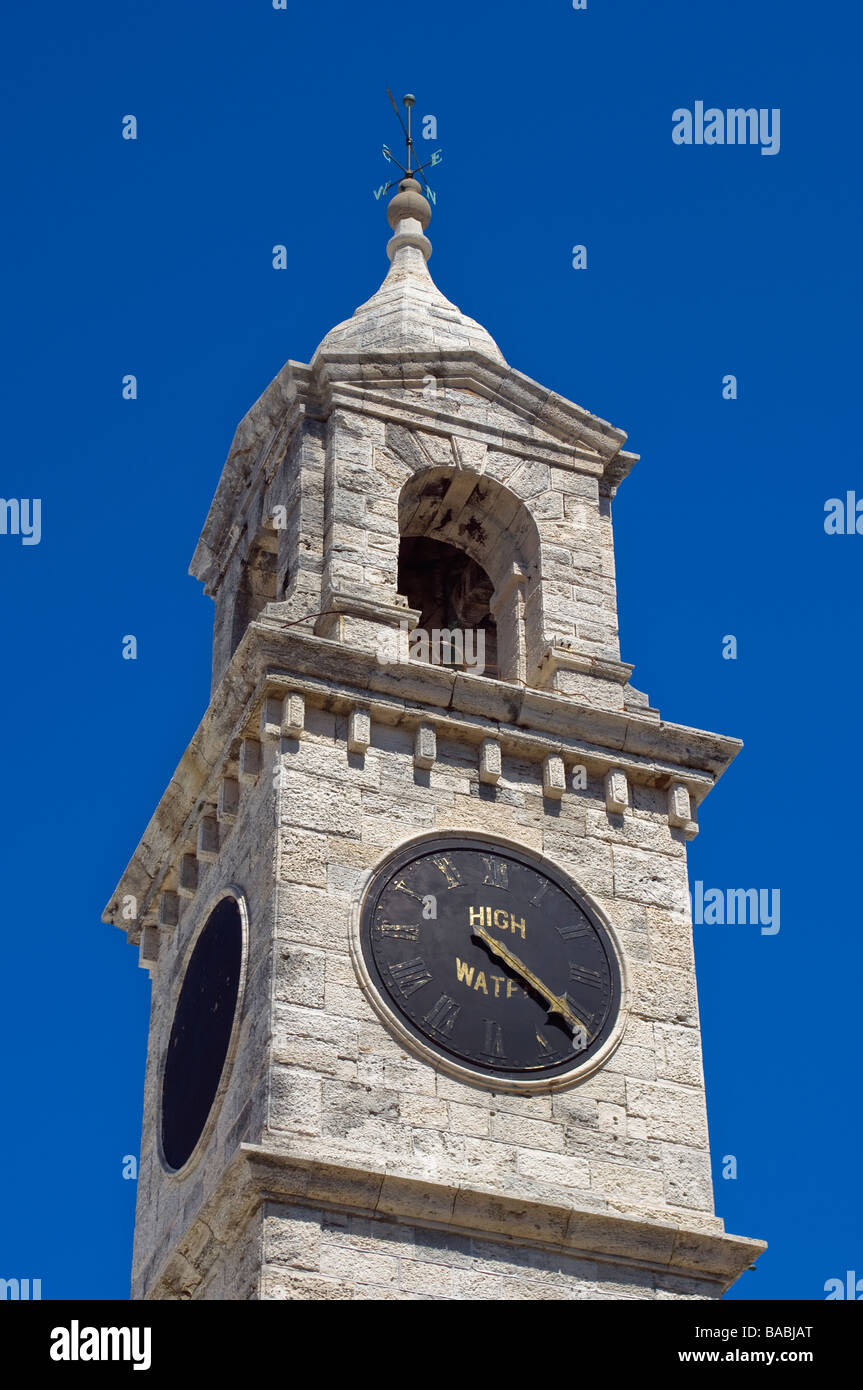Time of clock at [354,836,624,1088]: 4:21
